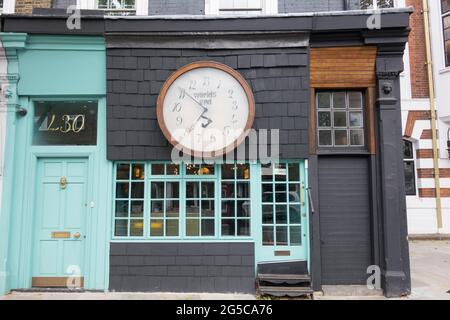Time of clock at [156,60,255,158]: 6:51
